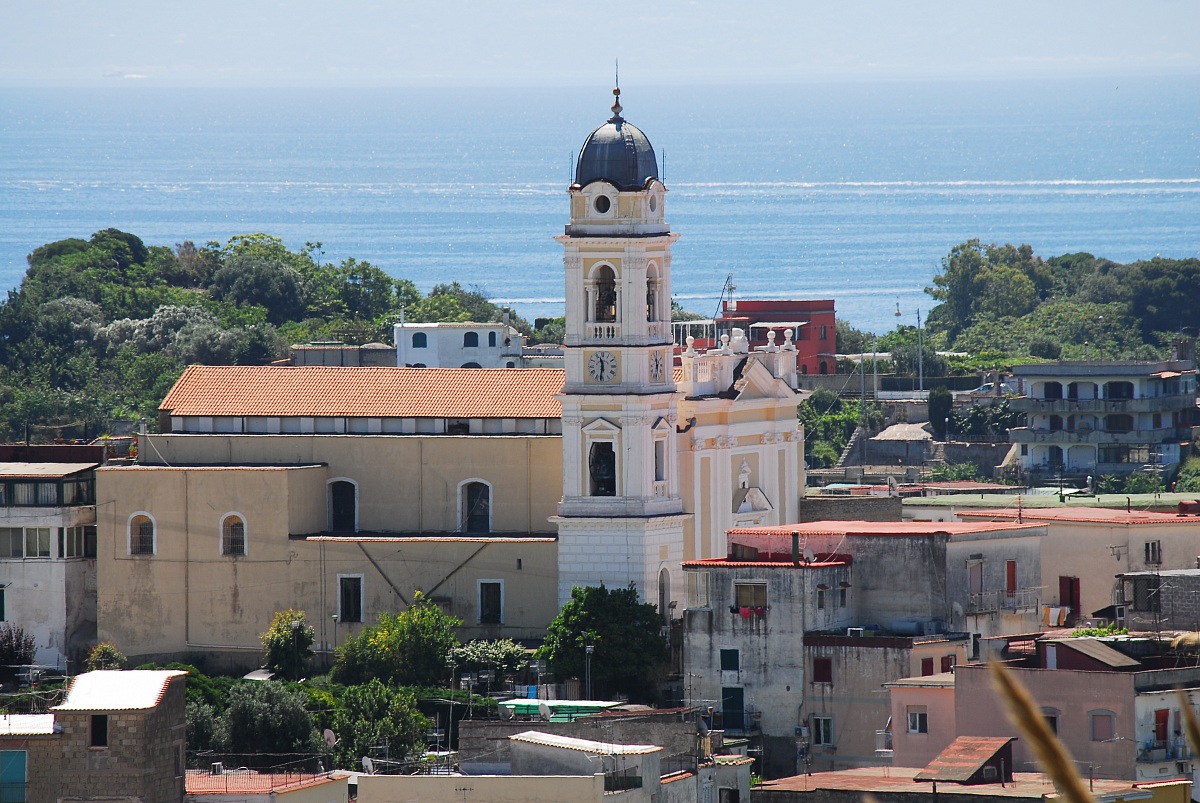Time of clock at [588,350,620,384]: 11:31
